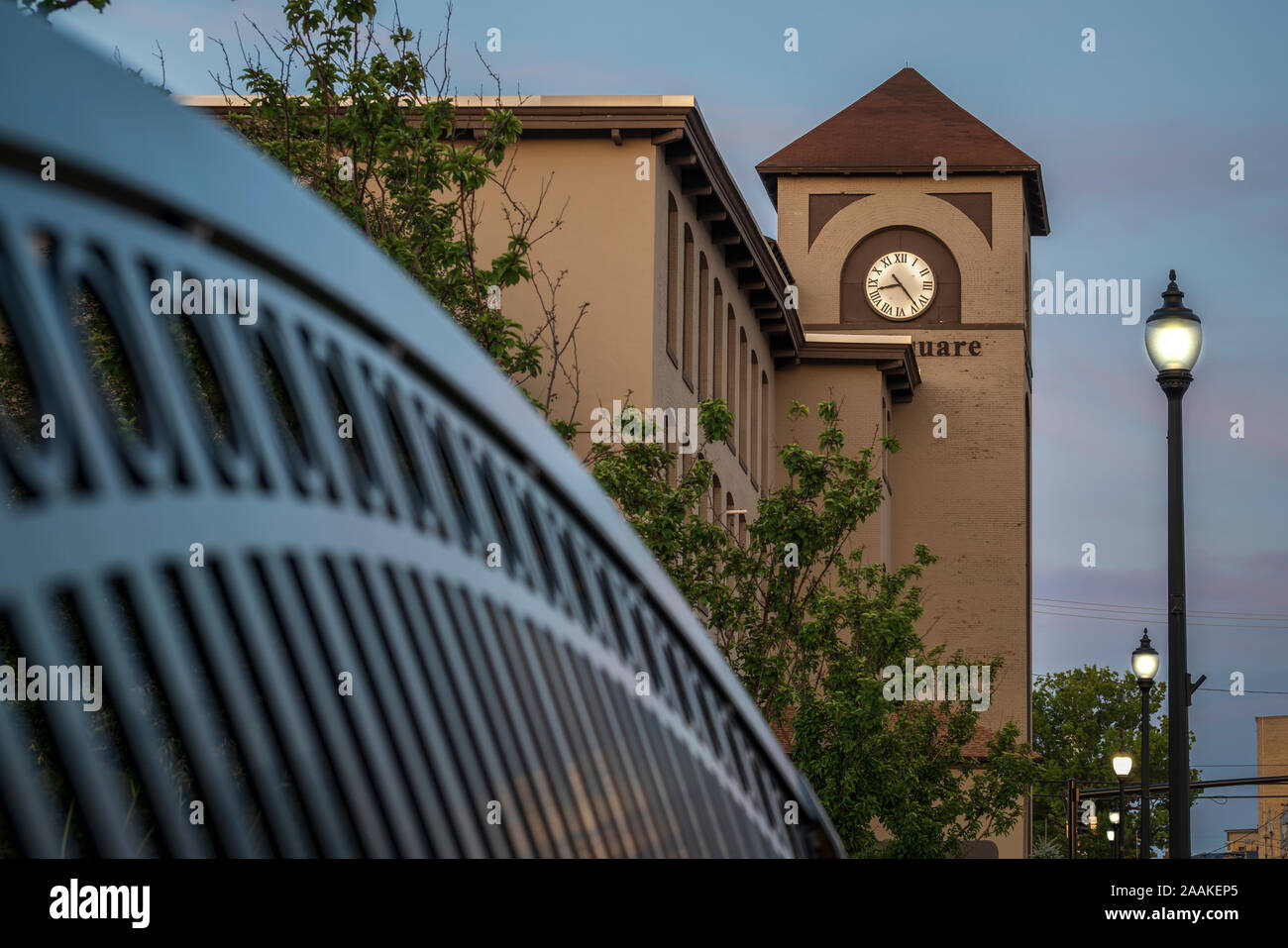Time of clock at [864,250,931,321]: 8:23
